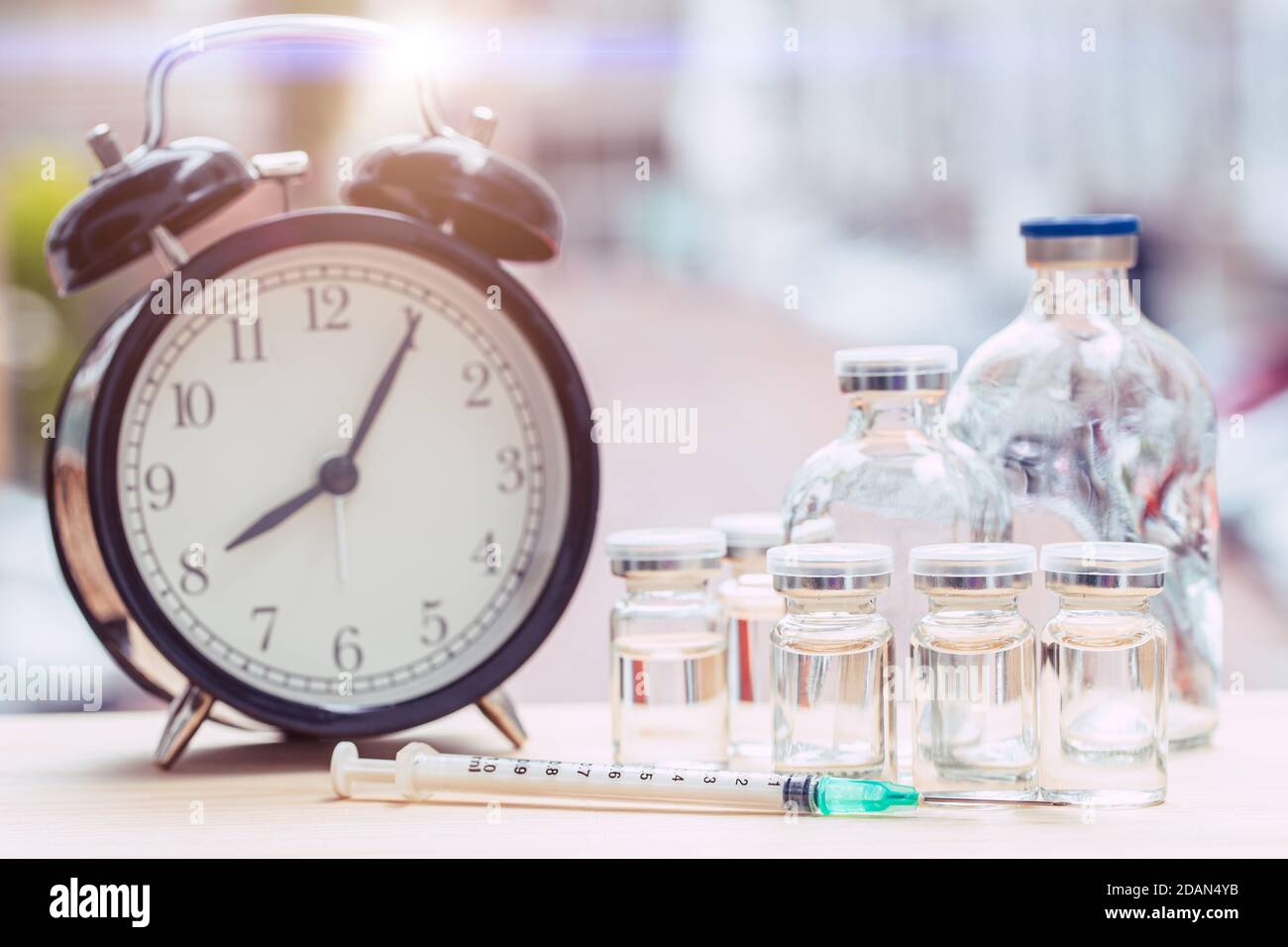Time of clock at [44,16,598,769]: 8:05
